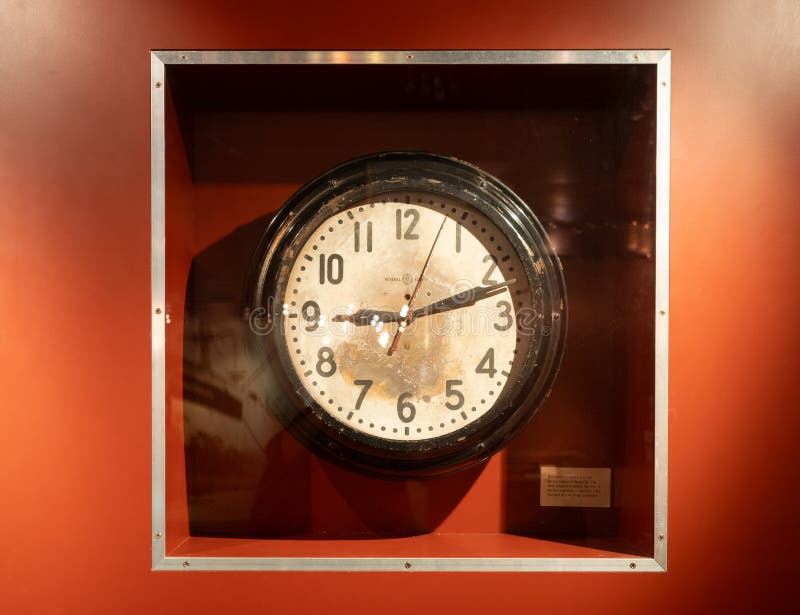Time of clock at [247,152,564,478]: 9:11
